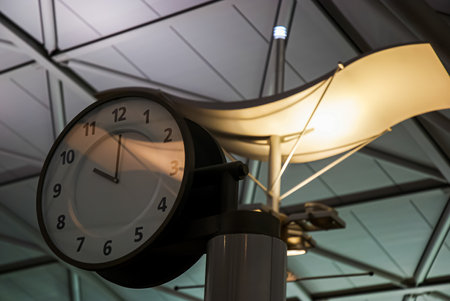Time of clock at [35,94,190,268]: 10:00
